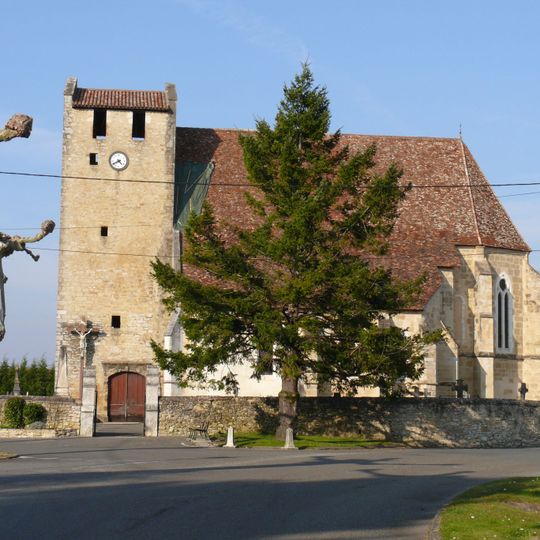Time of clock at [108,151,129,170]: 4:40
